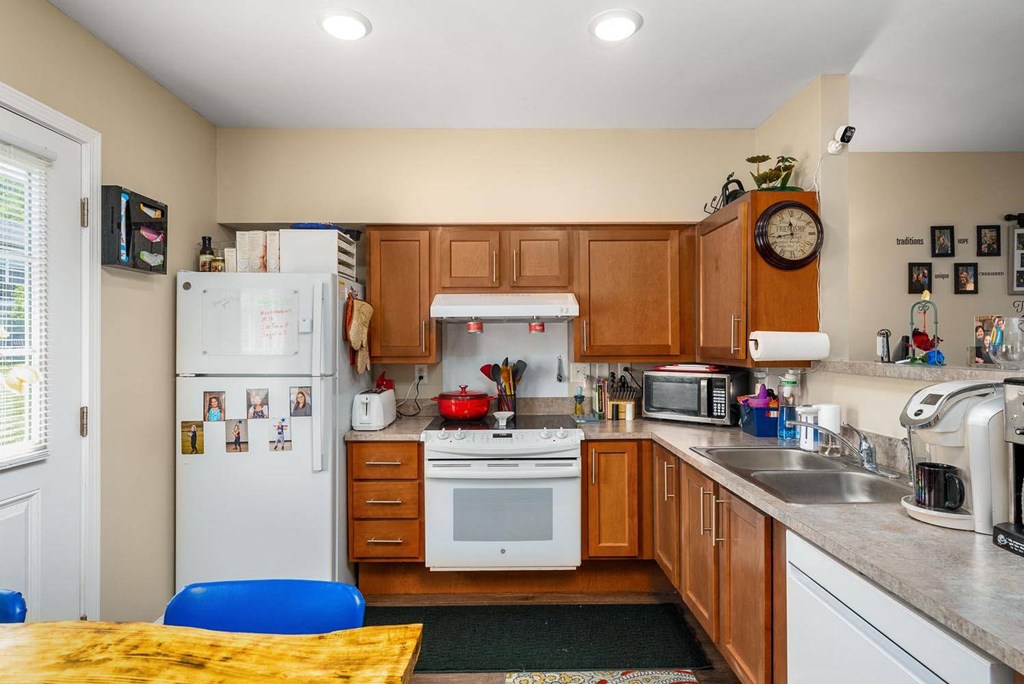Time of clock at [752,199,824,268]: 11:43
